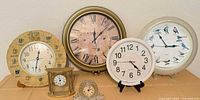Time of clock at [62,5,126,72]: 12:07
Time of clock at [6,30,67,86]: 12:32
